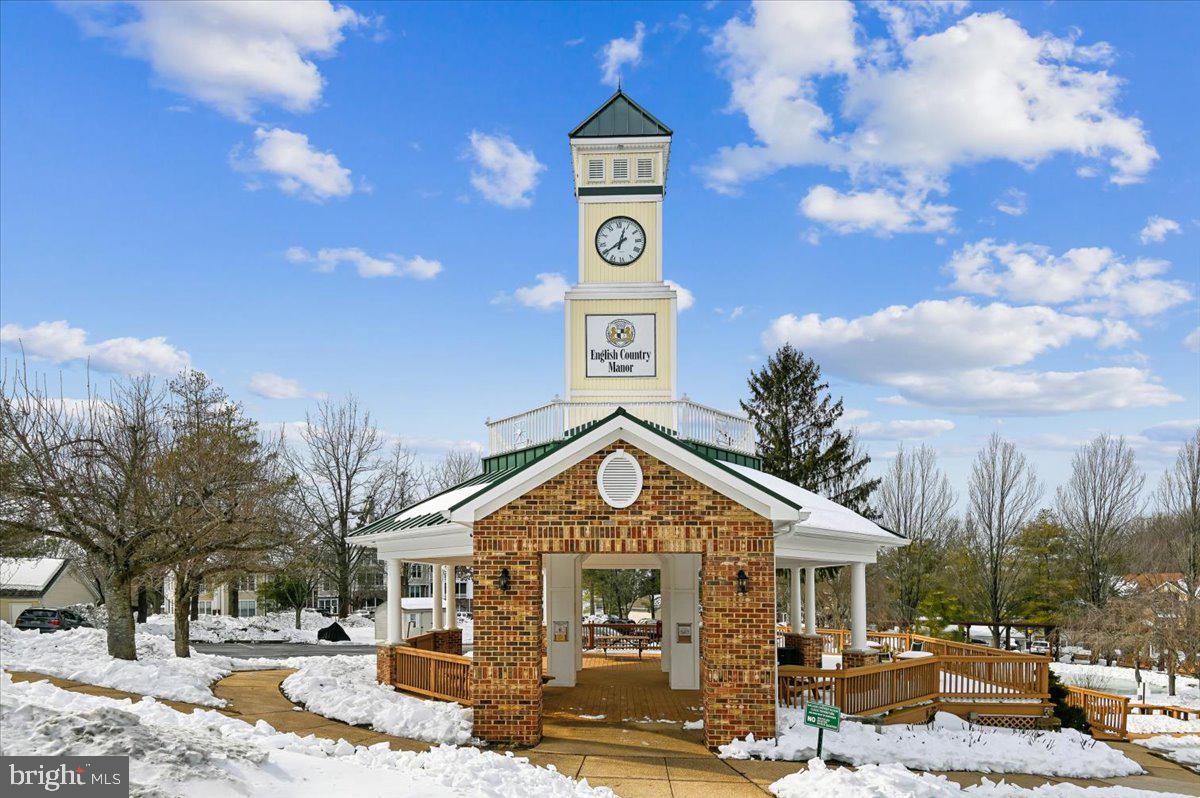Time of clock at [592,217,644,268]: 12:40
